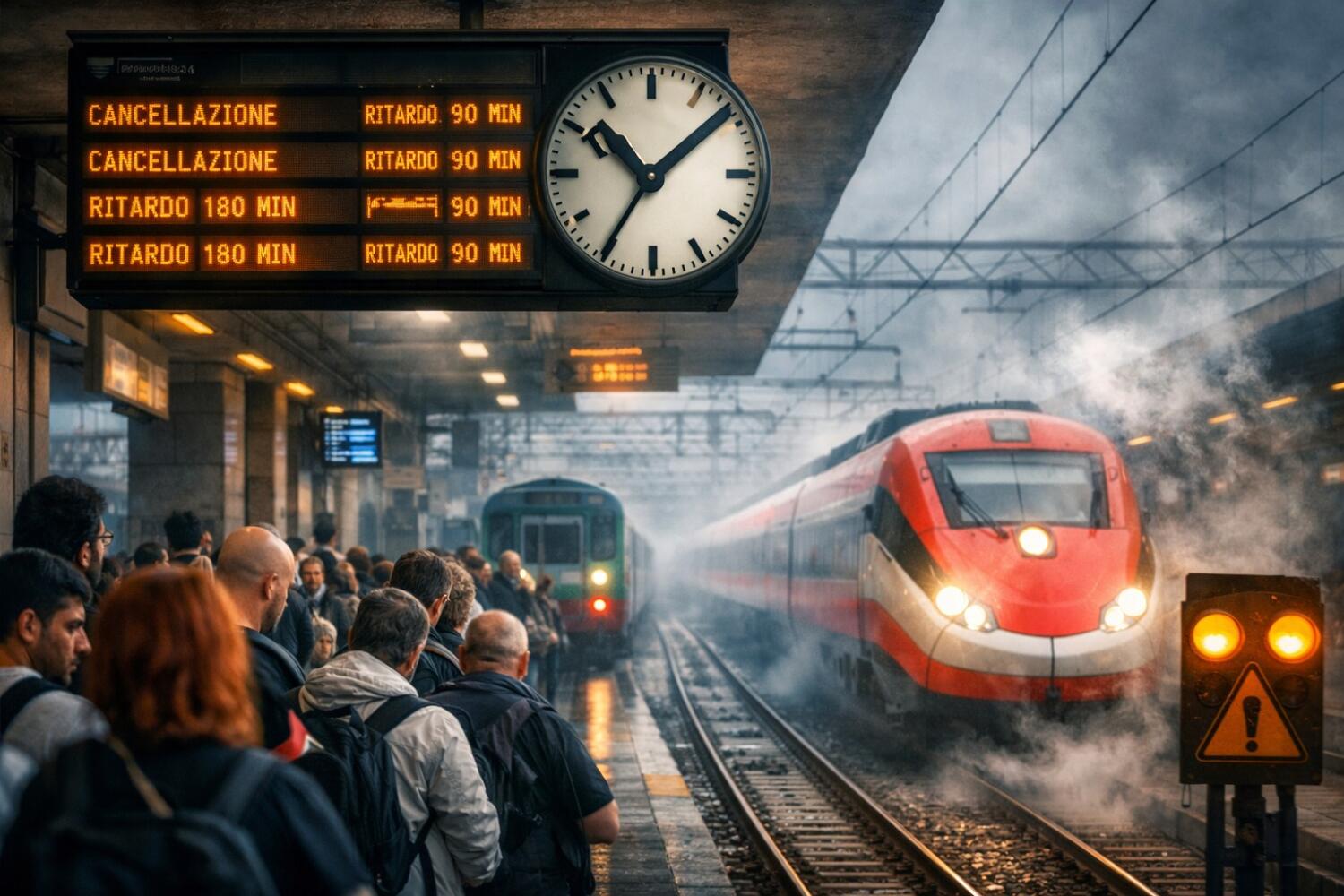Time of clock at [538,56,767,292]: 10:35
